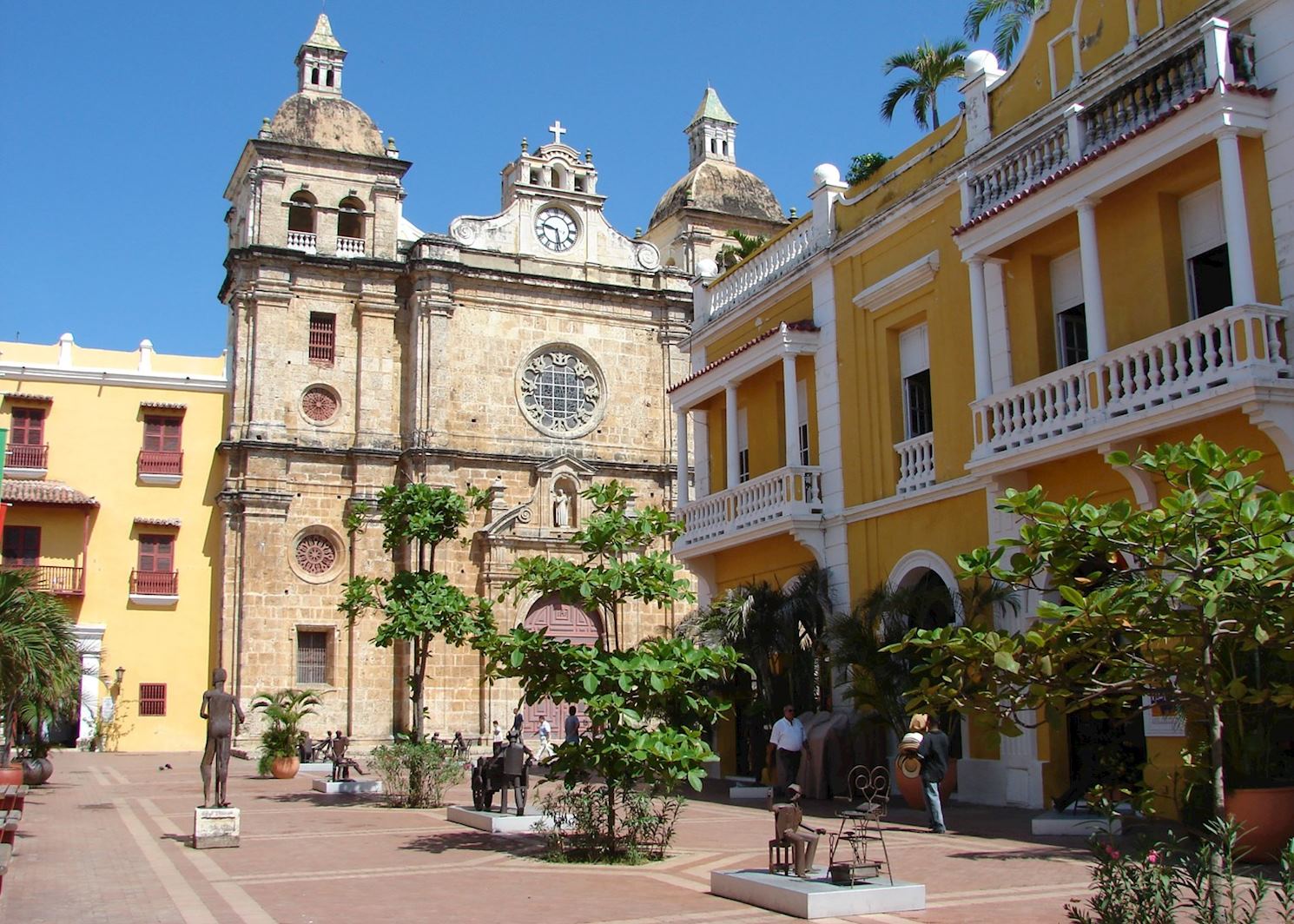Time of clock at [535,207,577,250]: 9:28
